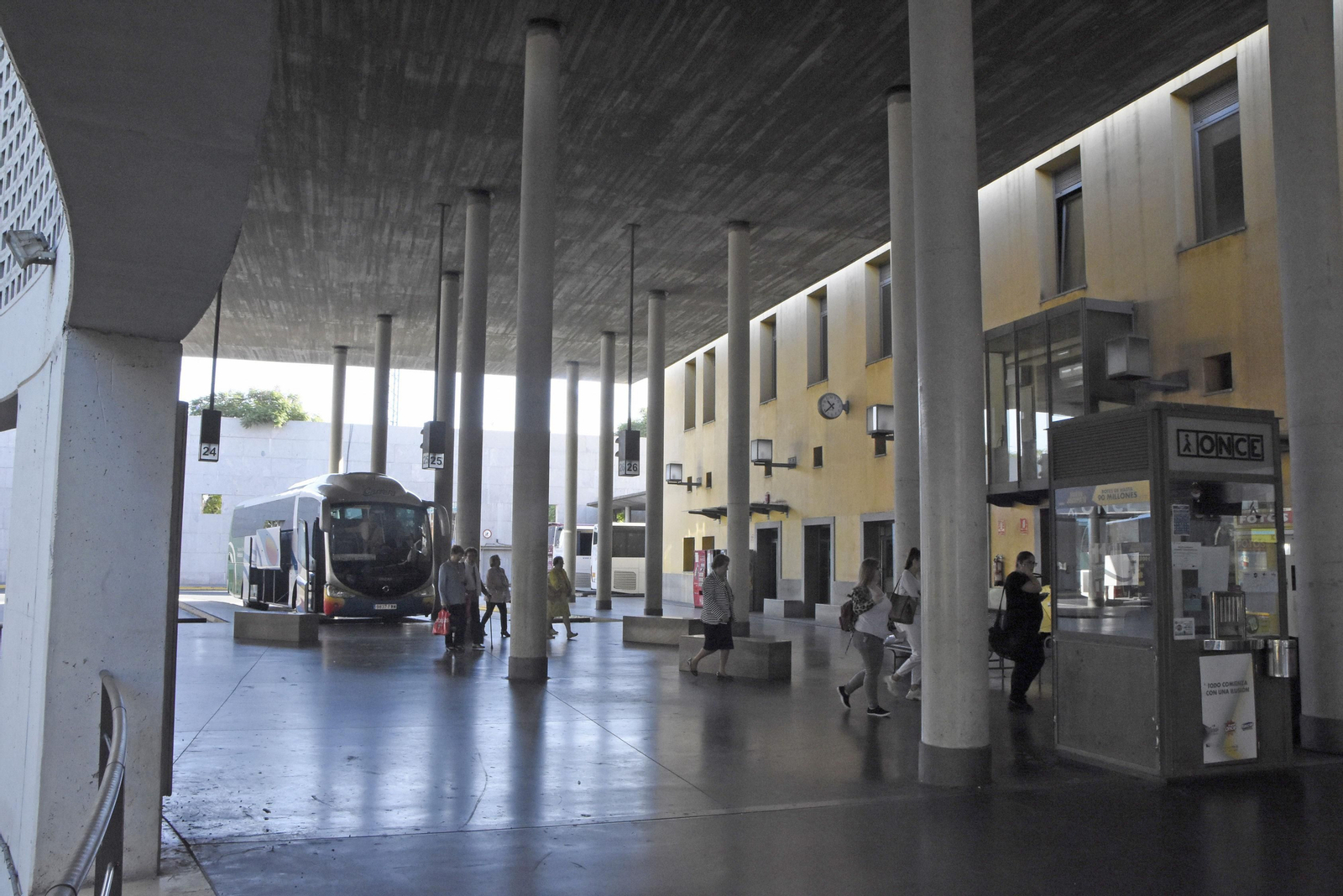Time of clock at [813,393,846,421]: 10:38
